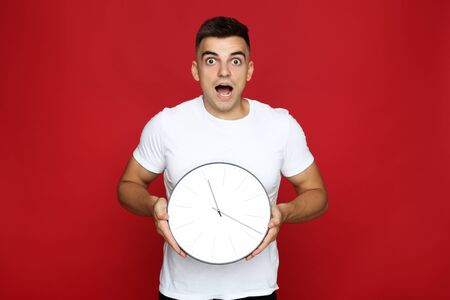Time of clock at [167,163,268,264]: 11:18
